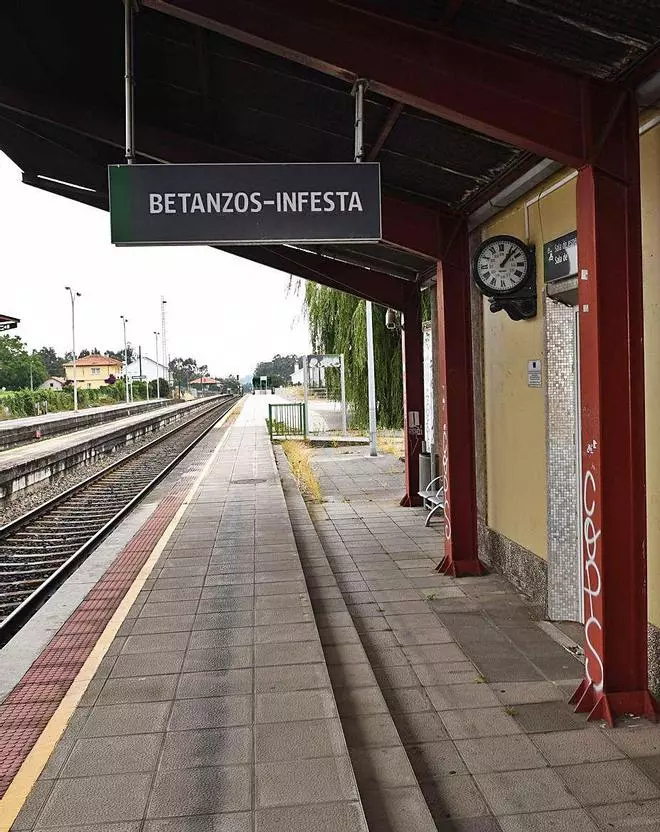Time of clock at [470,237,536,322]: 1:07
